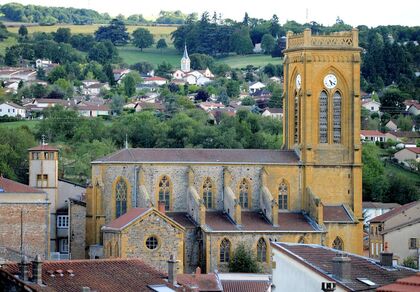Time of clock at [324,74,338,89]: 5:20
